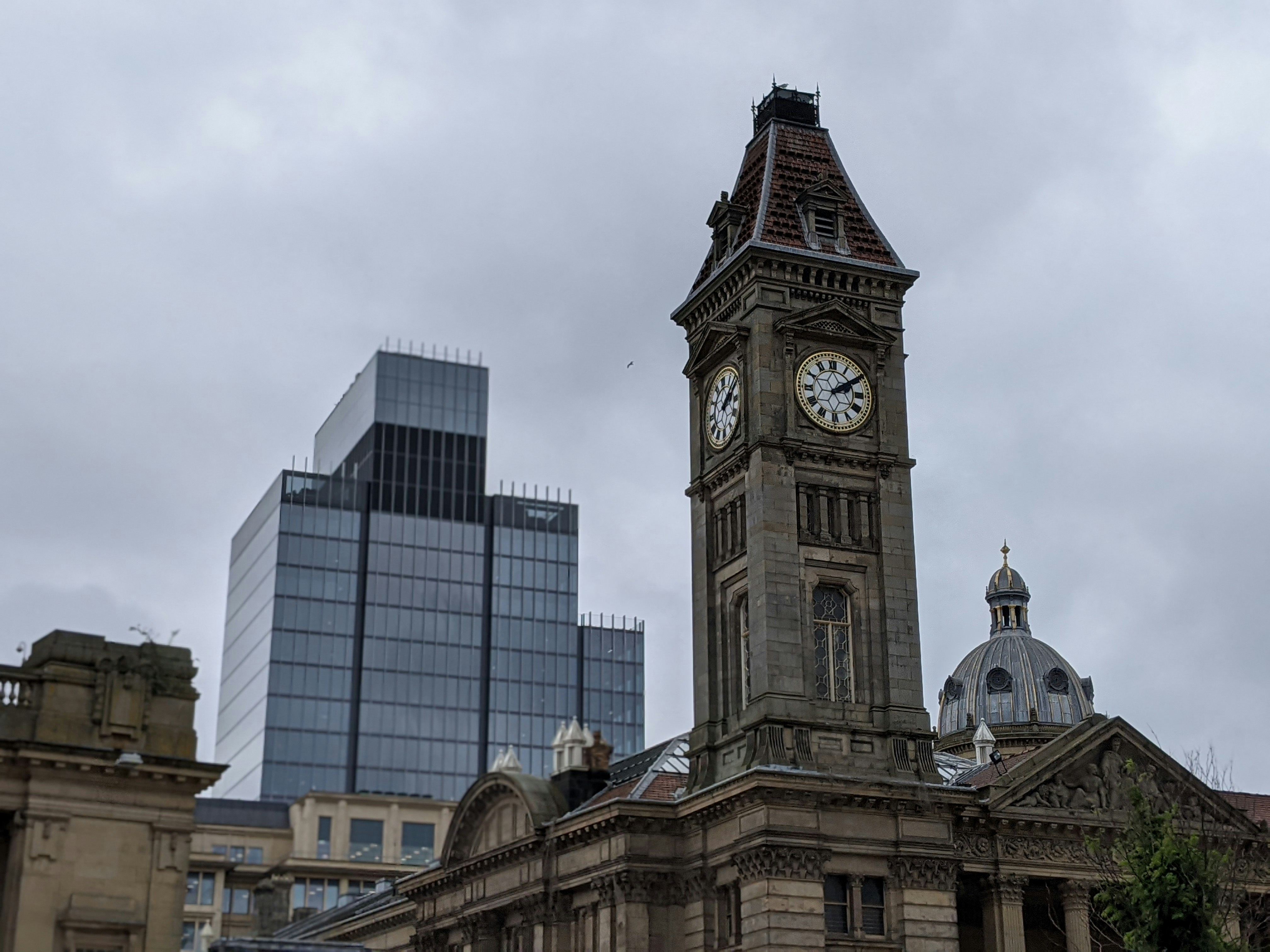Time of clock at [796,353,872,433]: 2:09
